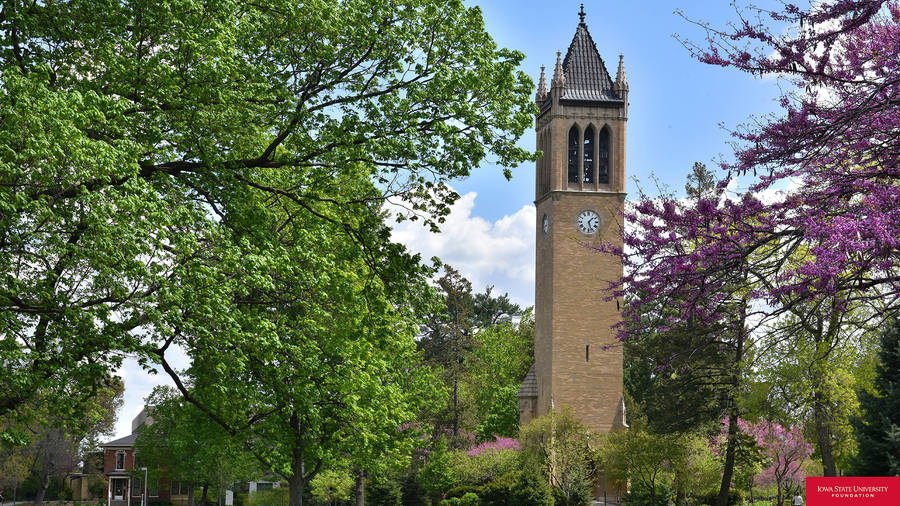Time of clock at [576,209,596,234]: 1:27
